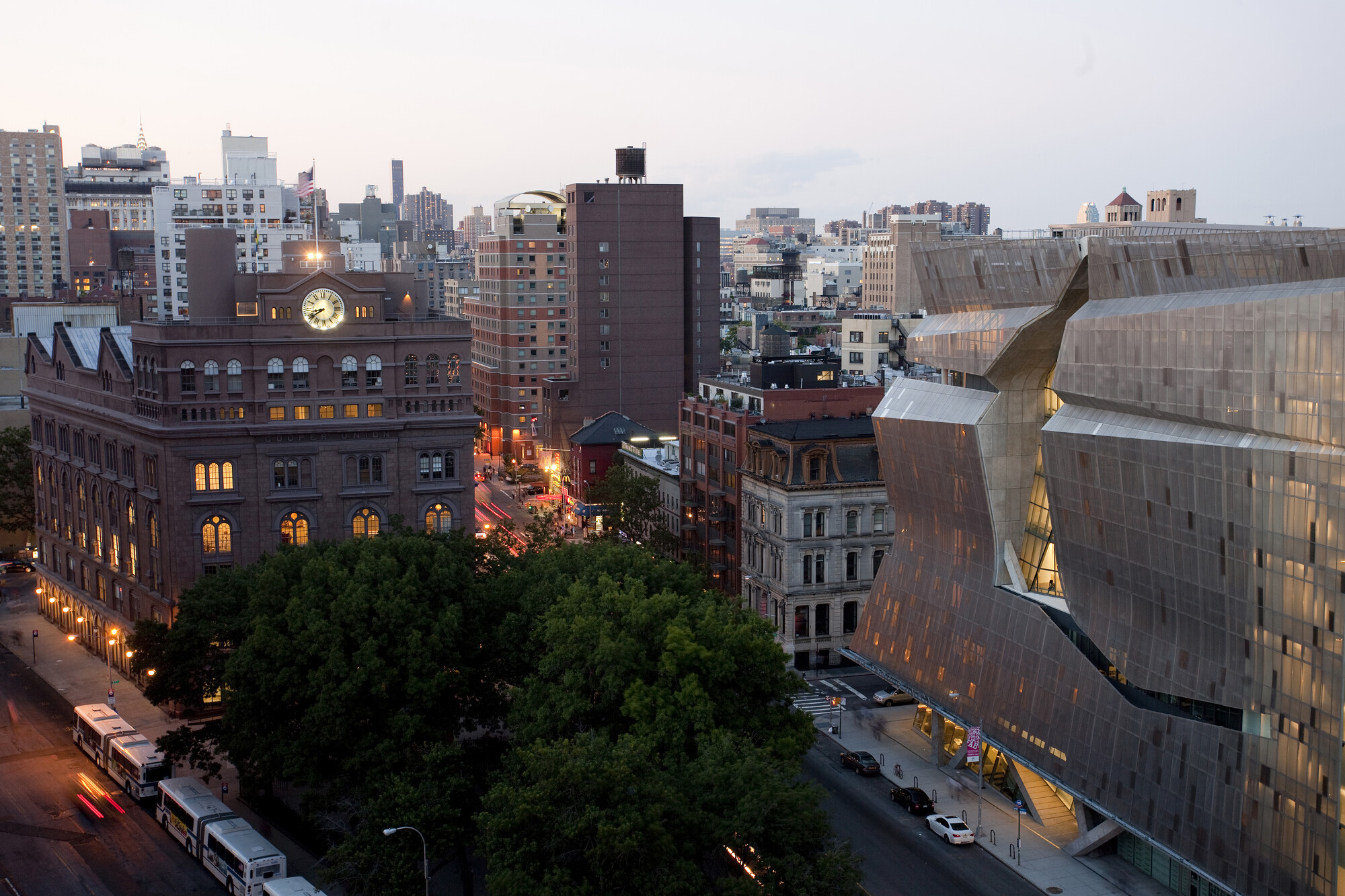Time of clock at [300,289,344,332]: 8:39
